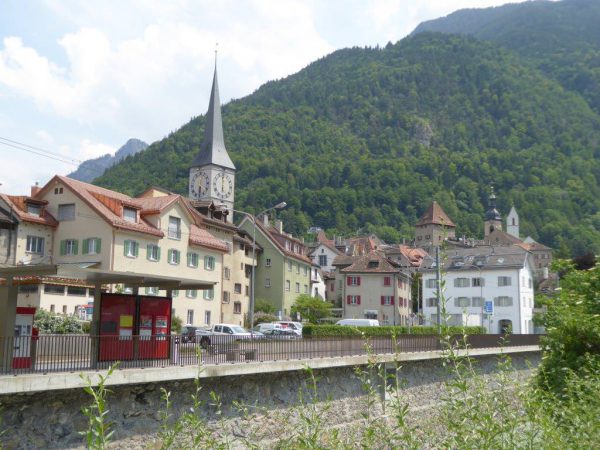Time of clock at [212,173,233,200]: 5:59
